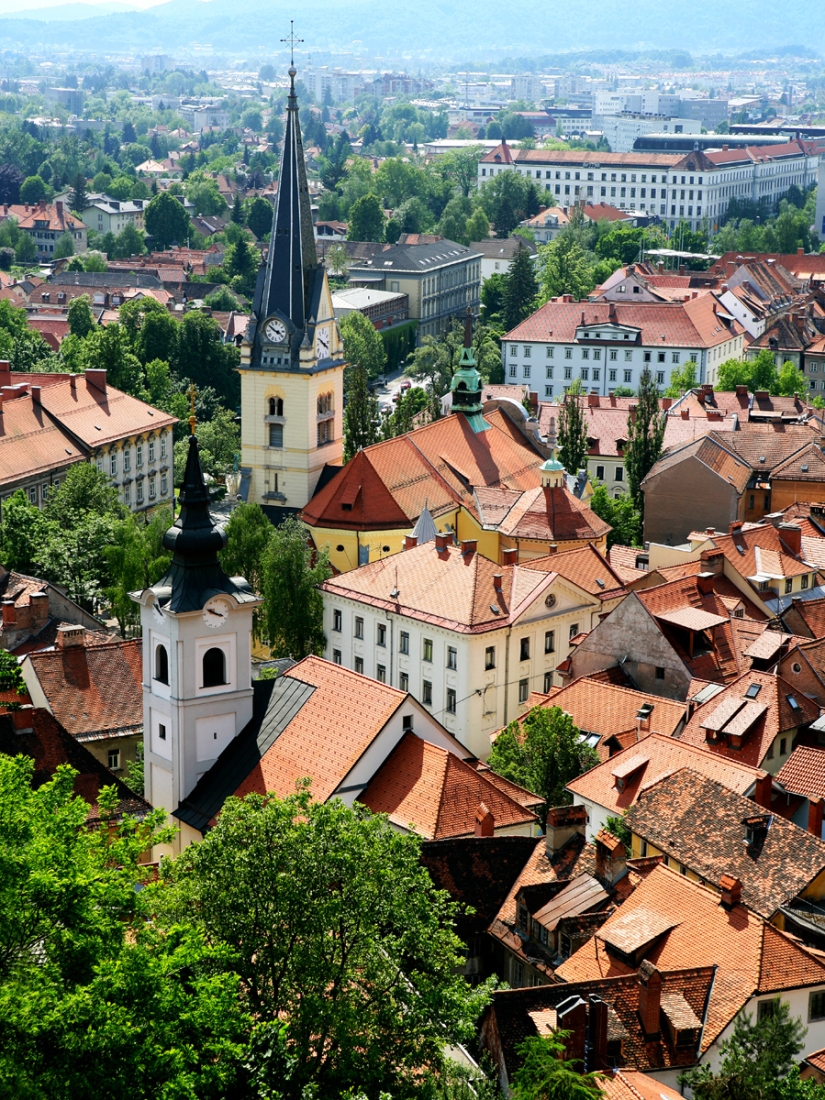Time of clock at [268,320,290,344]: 3:50
